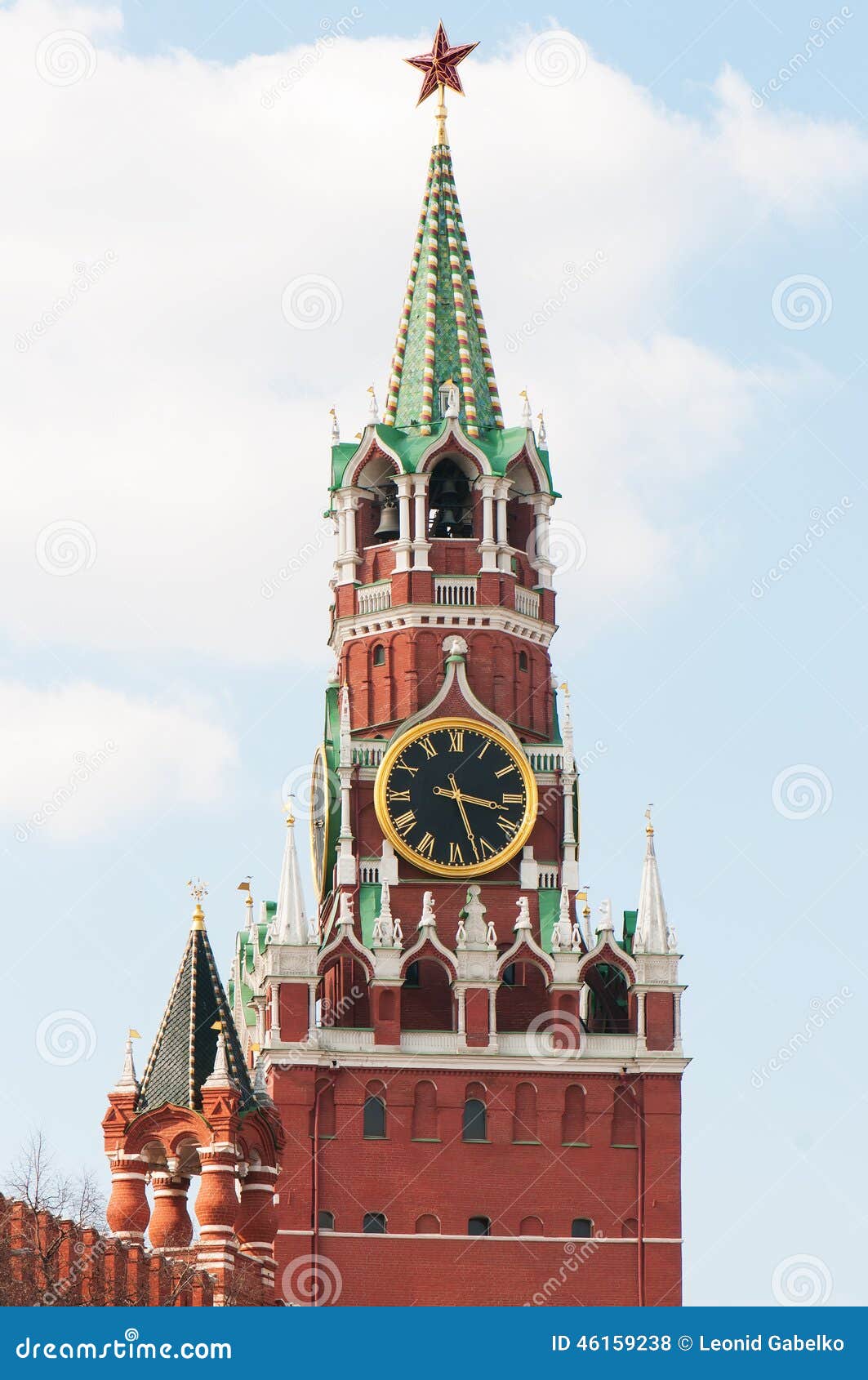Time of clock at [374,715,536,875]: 3:27
